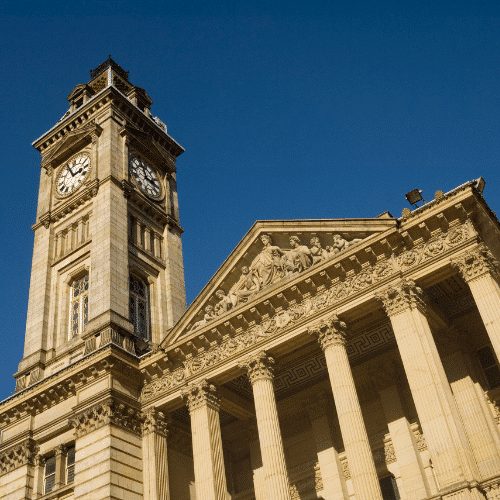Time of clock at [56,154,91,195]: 2:56
